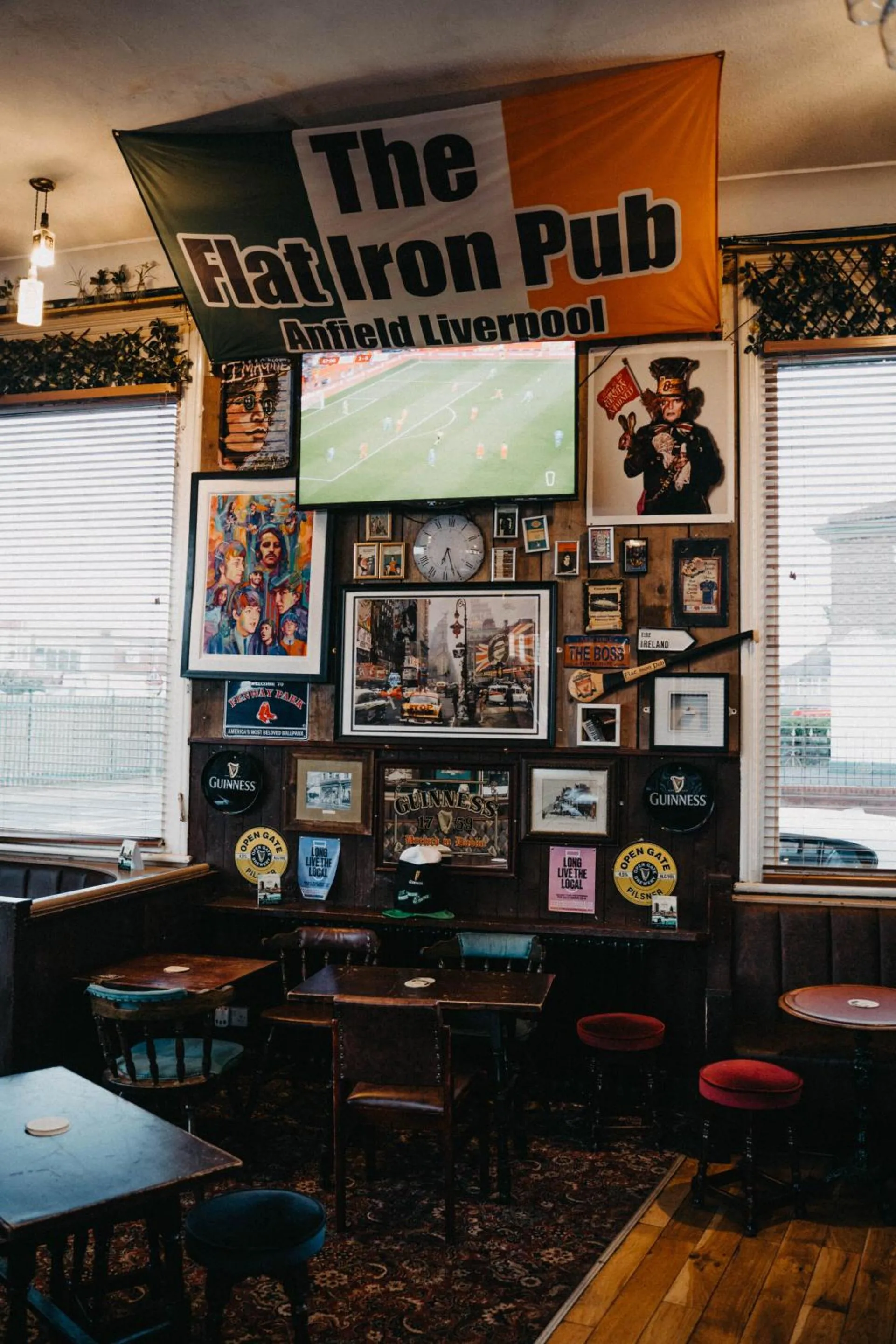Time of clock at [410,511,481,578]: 6:26
